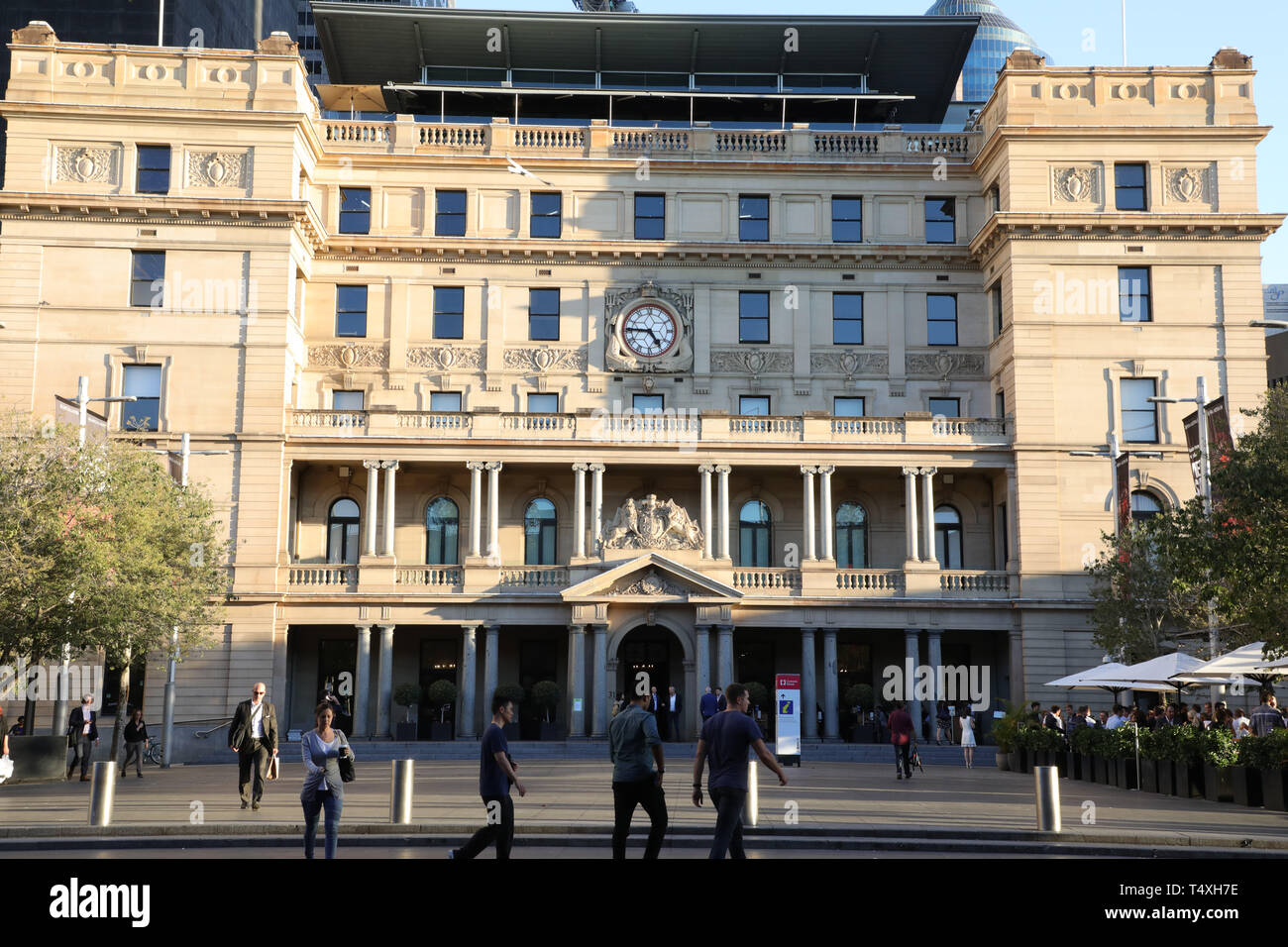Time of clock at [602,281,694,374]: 4:45
